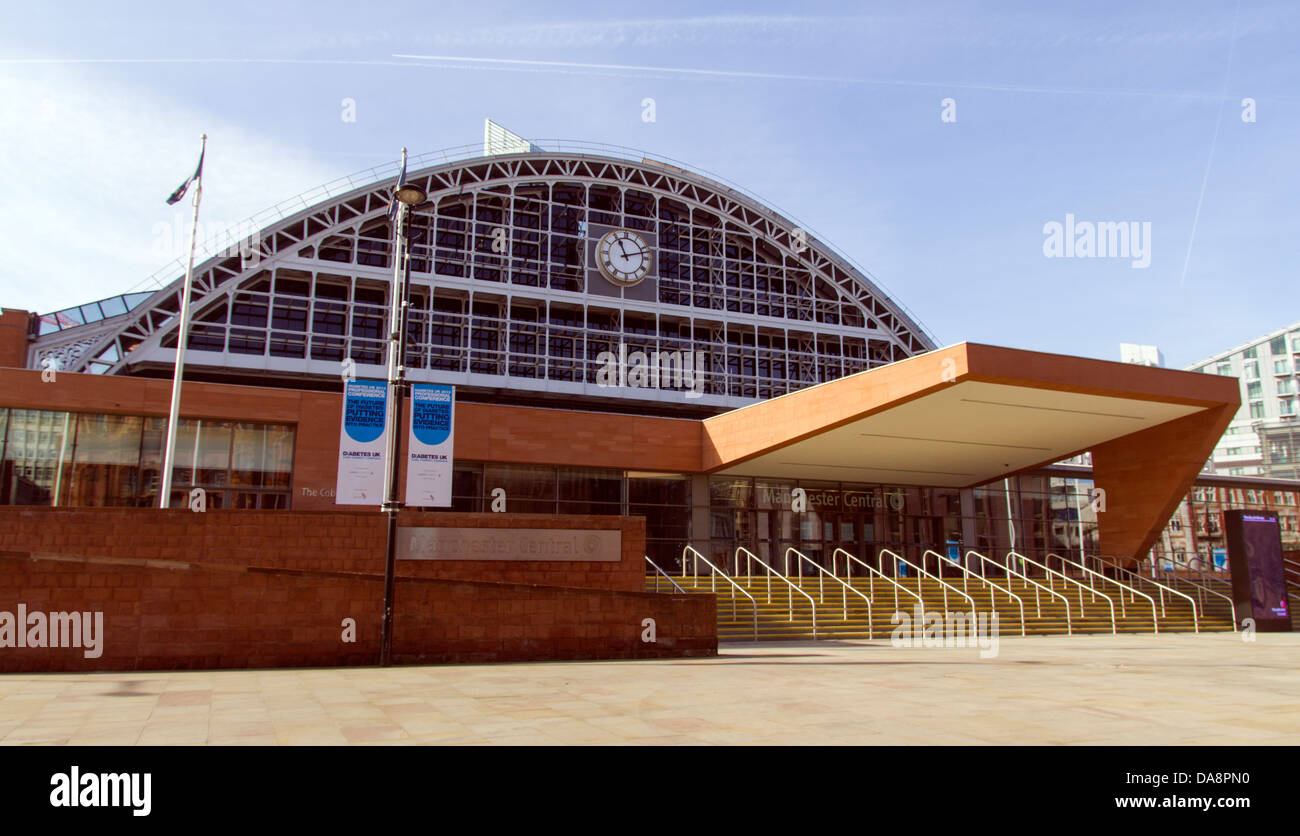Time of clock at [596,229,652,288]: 11:12
